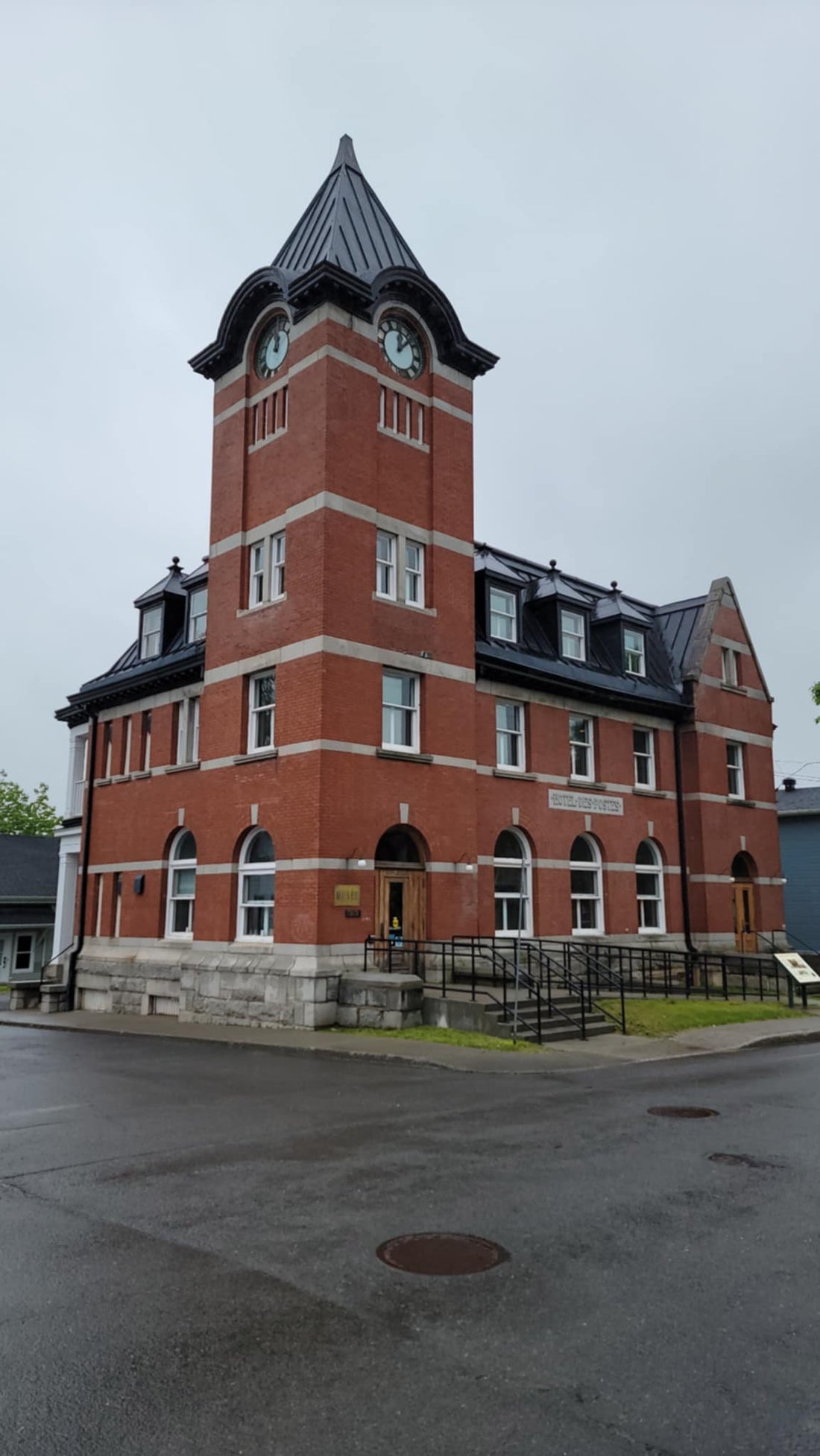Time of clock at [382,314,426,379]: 12:07
